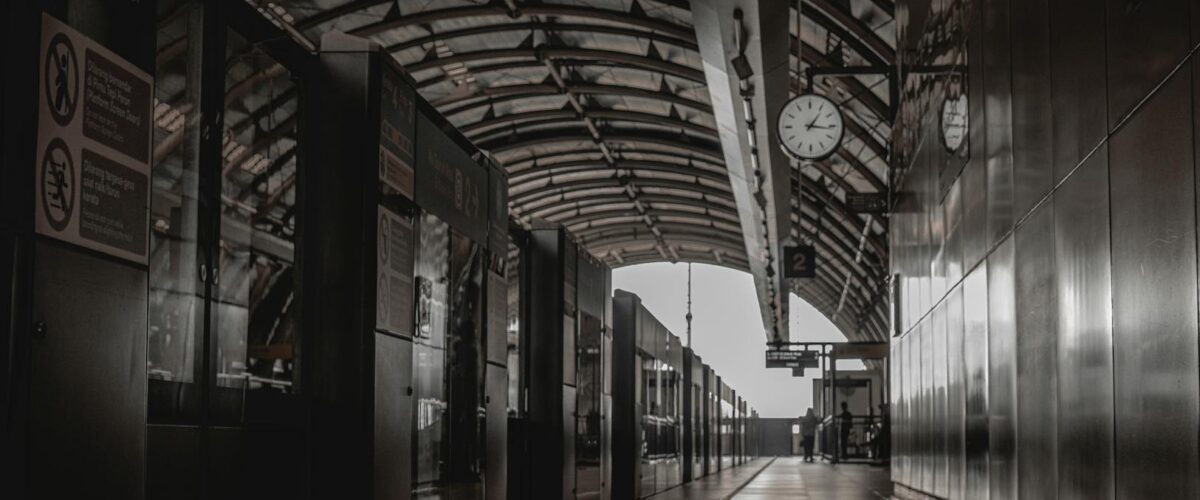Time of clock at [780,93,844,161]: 1:16
